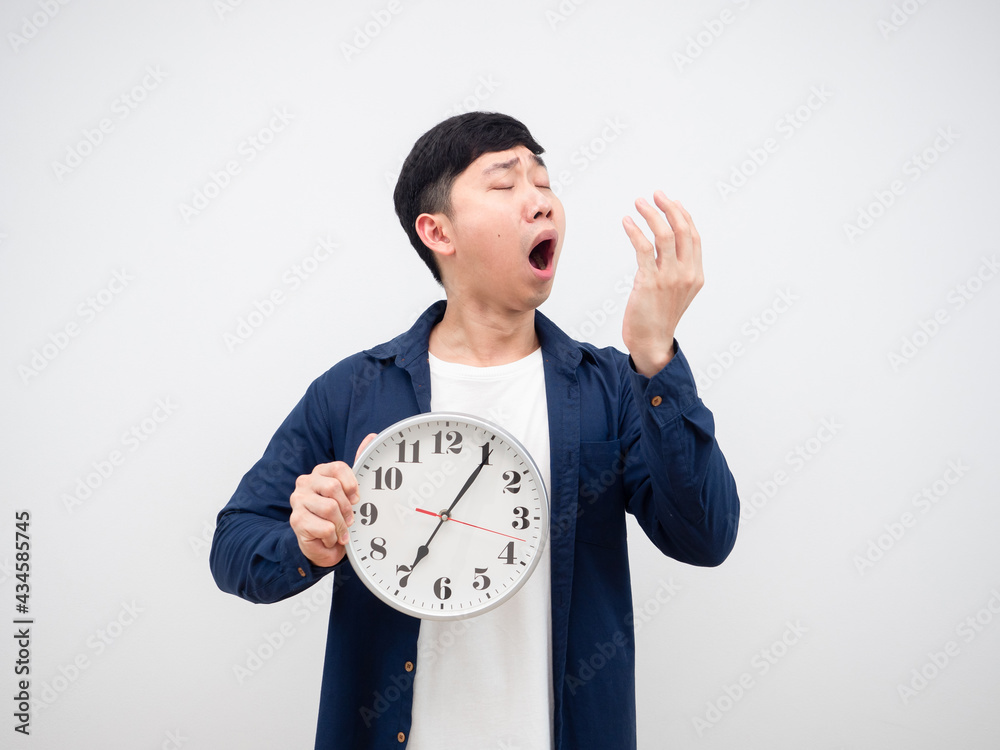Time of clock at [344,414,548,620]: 7:05
